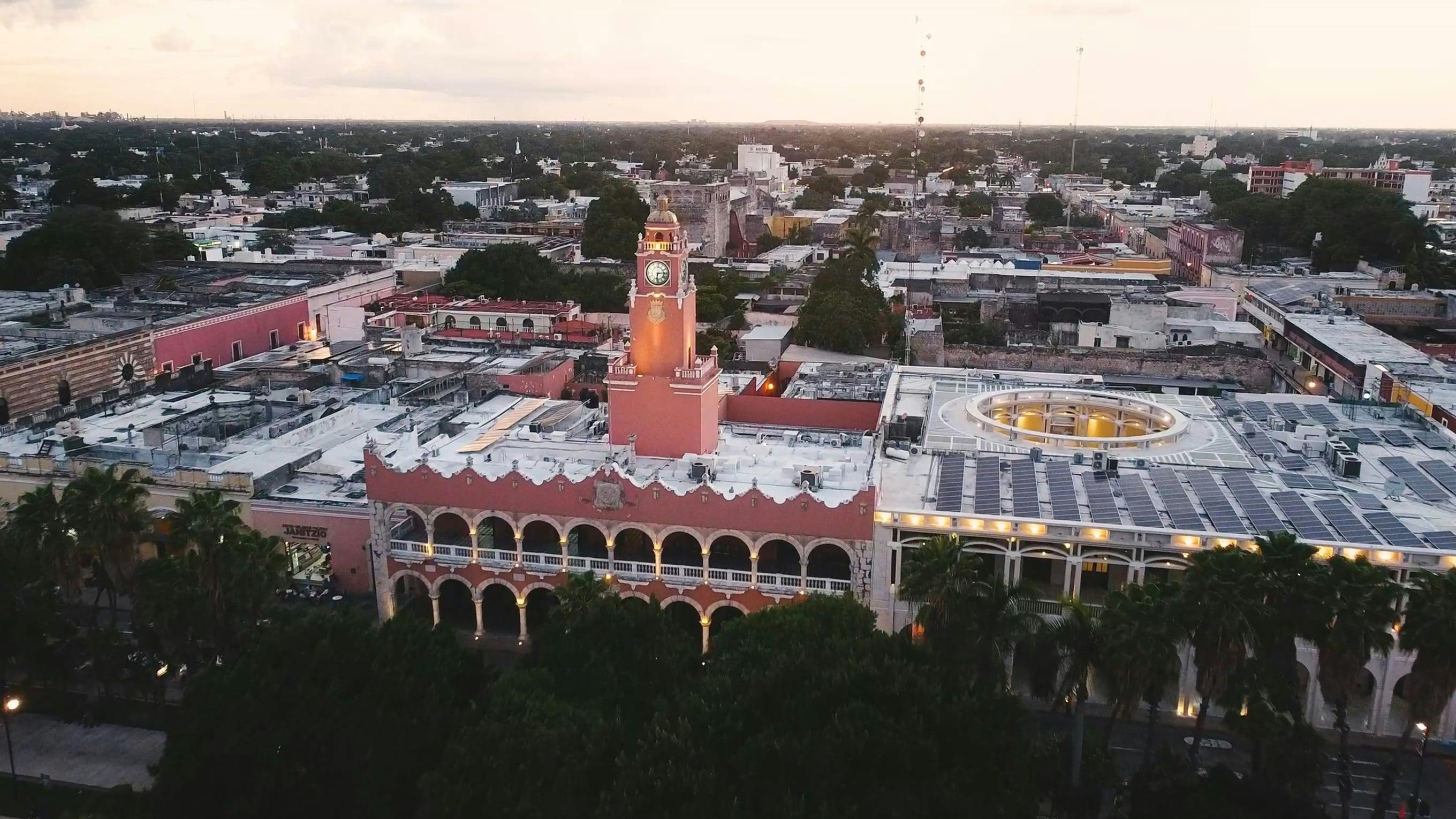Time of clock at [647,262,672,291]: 6:14
